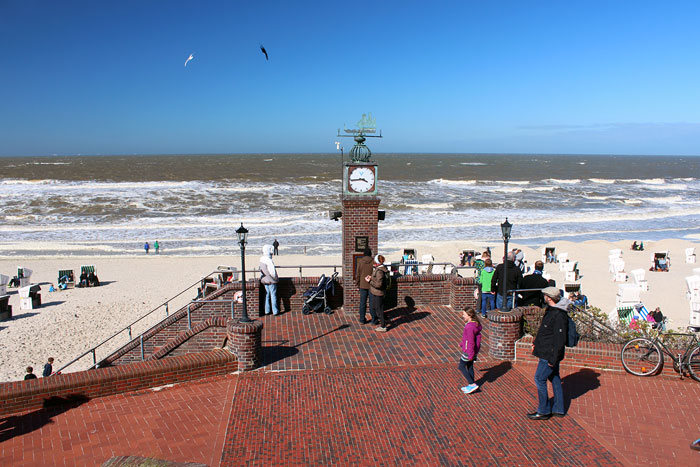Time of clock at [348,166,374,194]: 3:43
